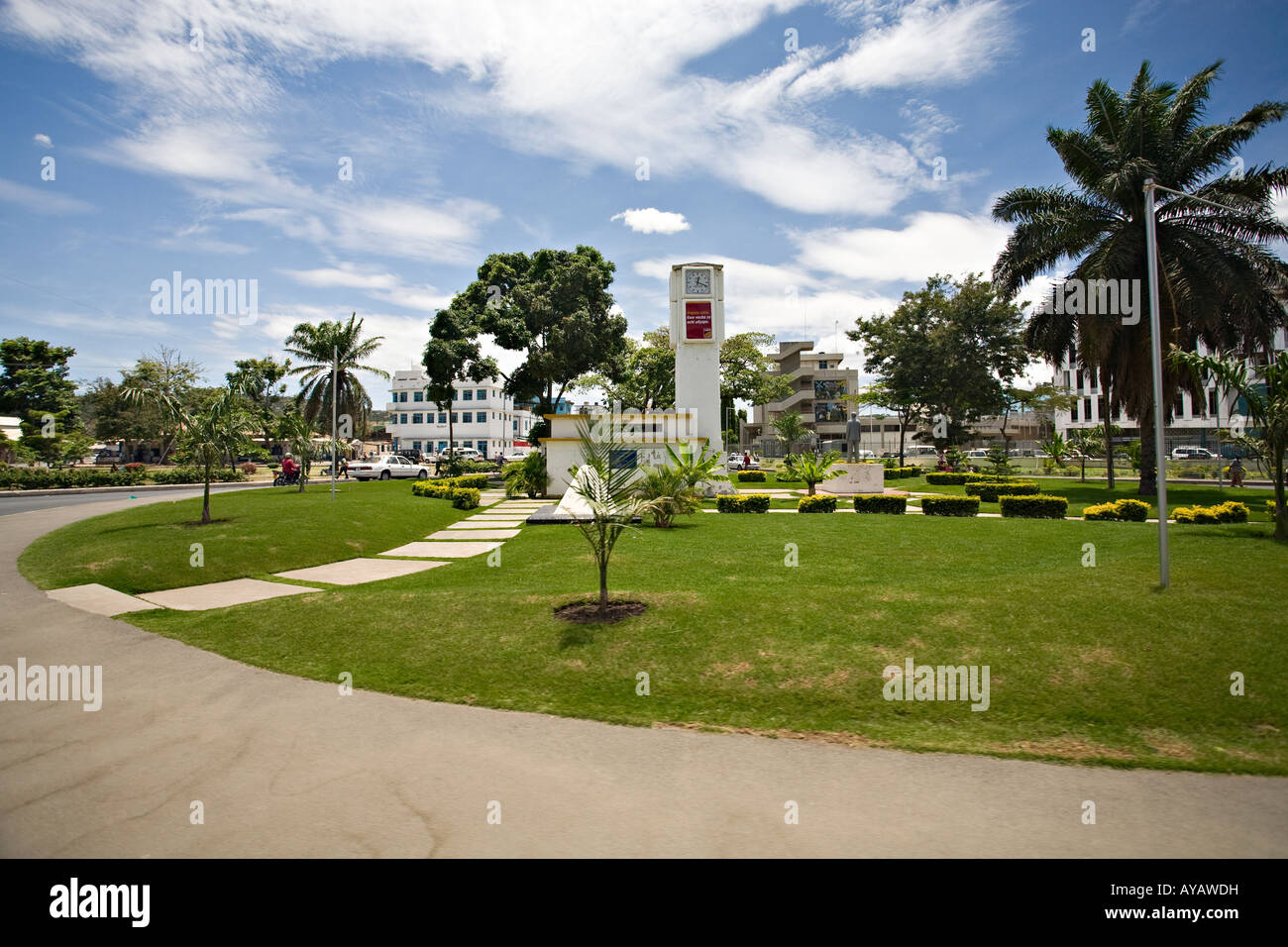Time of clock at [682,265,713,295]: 12:18
